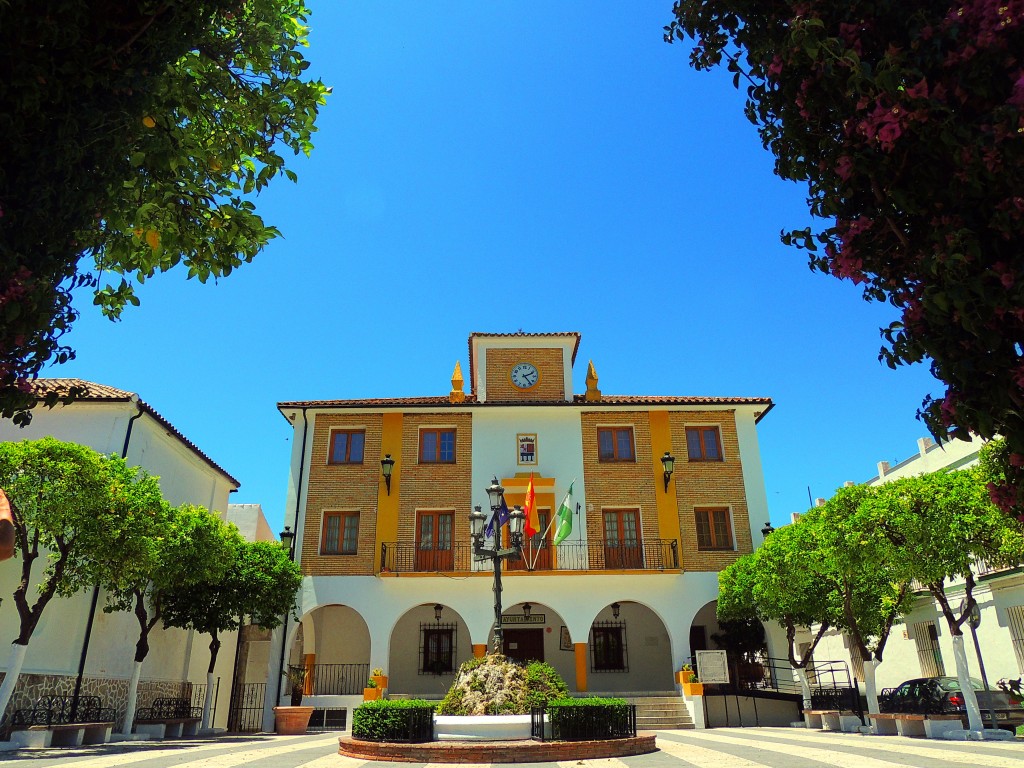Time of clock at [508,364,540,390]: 2:23
